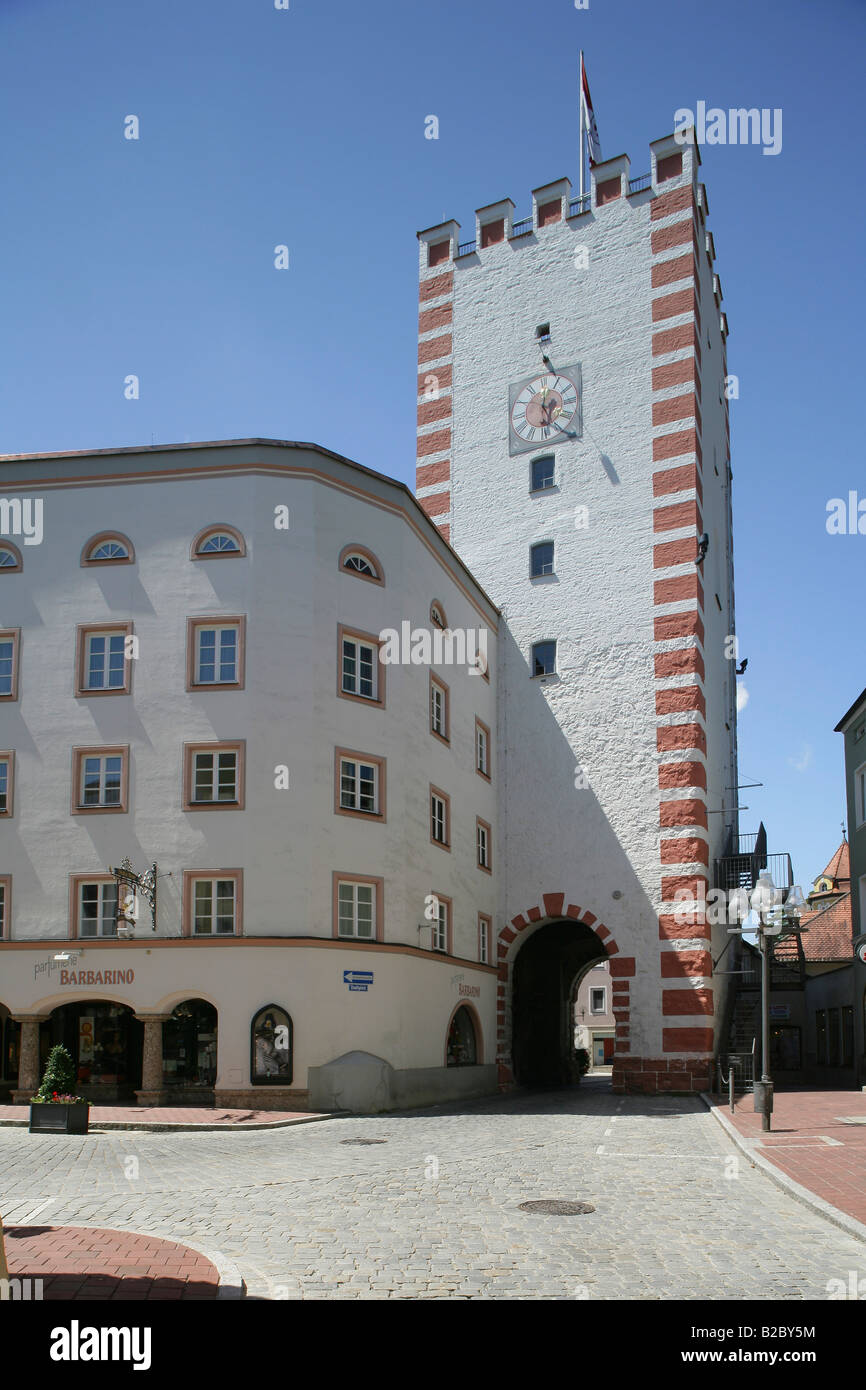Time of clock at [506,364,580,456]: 6:01
